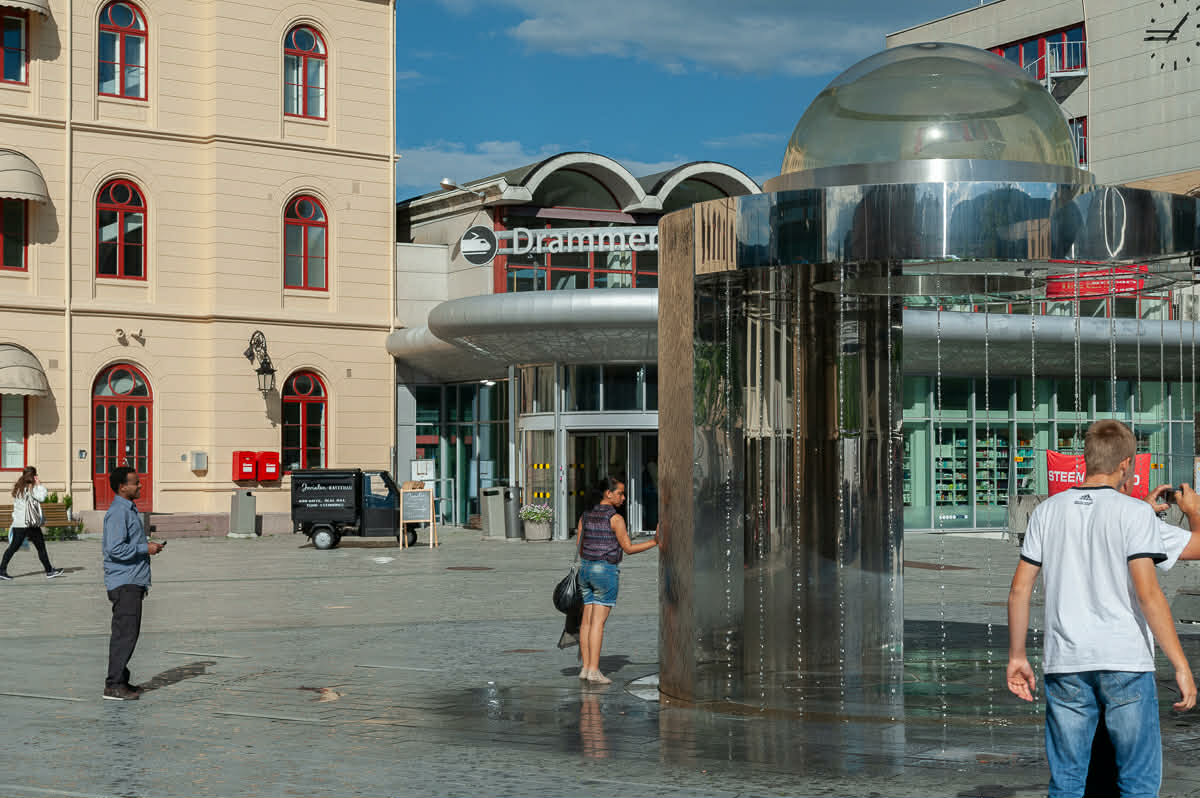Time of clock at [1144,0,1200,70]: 1:46
